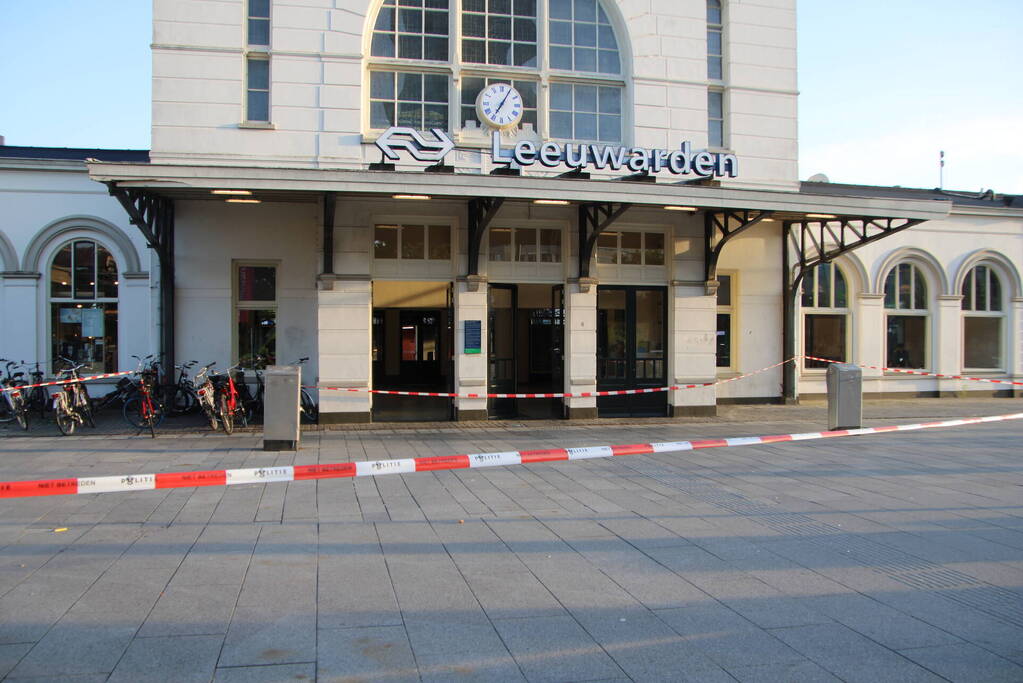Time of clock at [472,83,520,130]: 7:05
